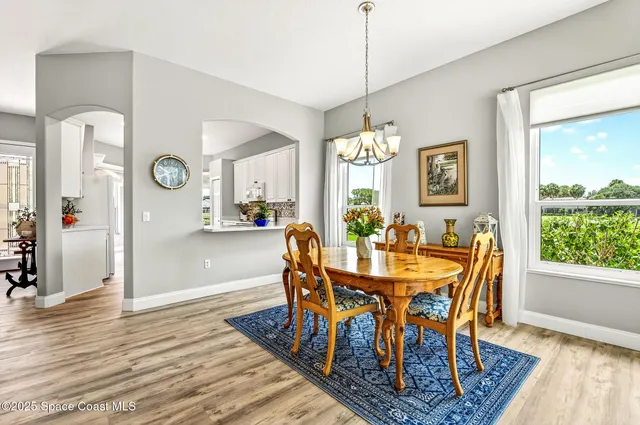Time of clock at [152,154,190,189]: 5:49
